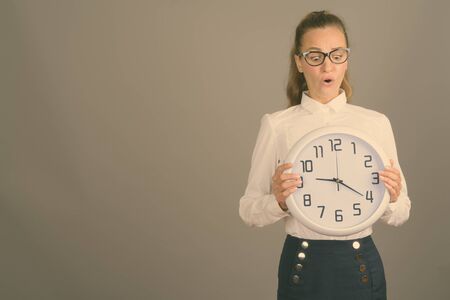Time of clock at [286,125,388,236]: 9:20
